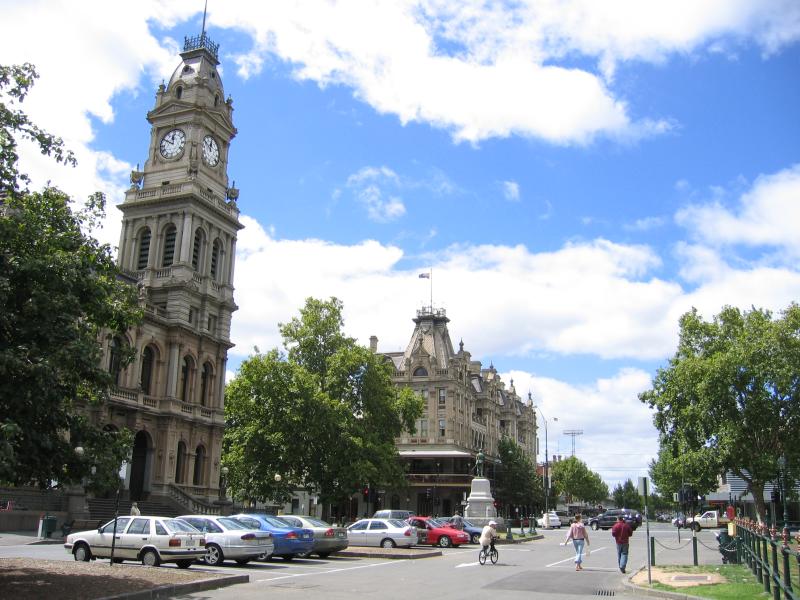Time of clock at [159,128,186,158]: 11:49
